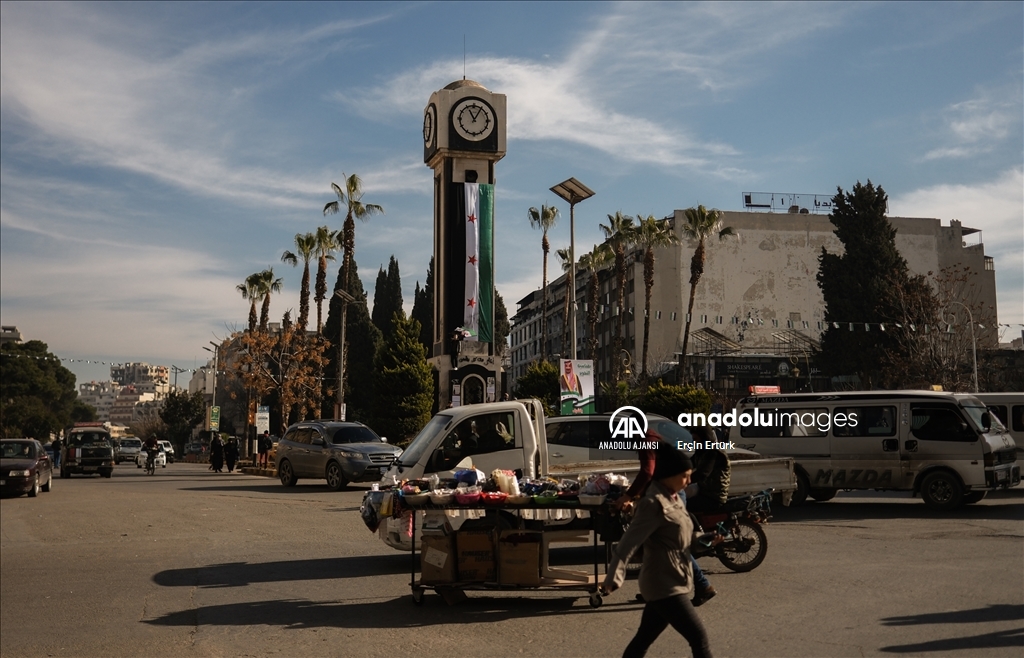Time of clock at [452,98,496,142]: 11:05
